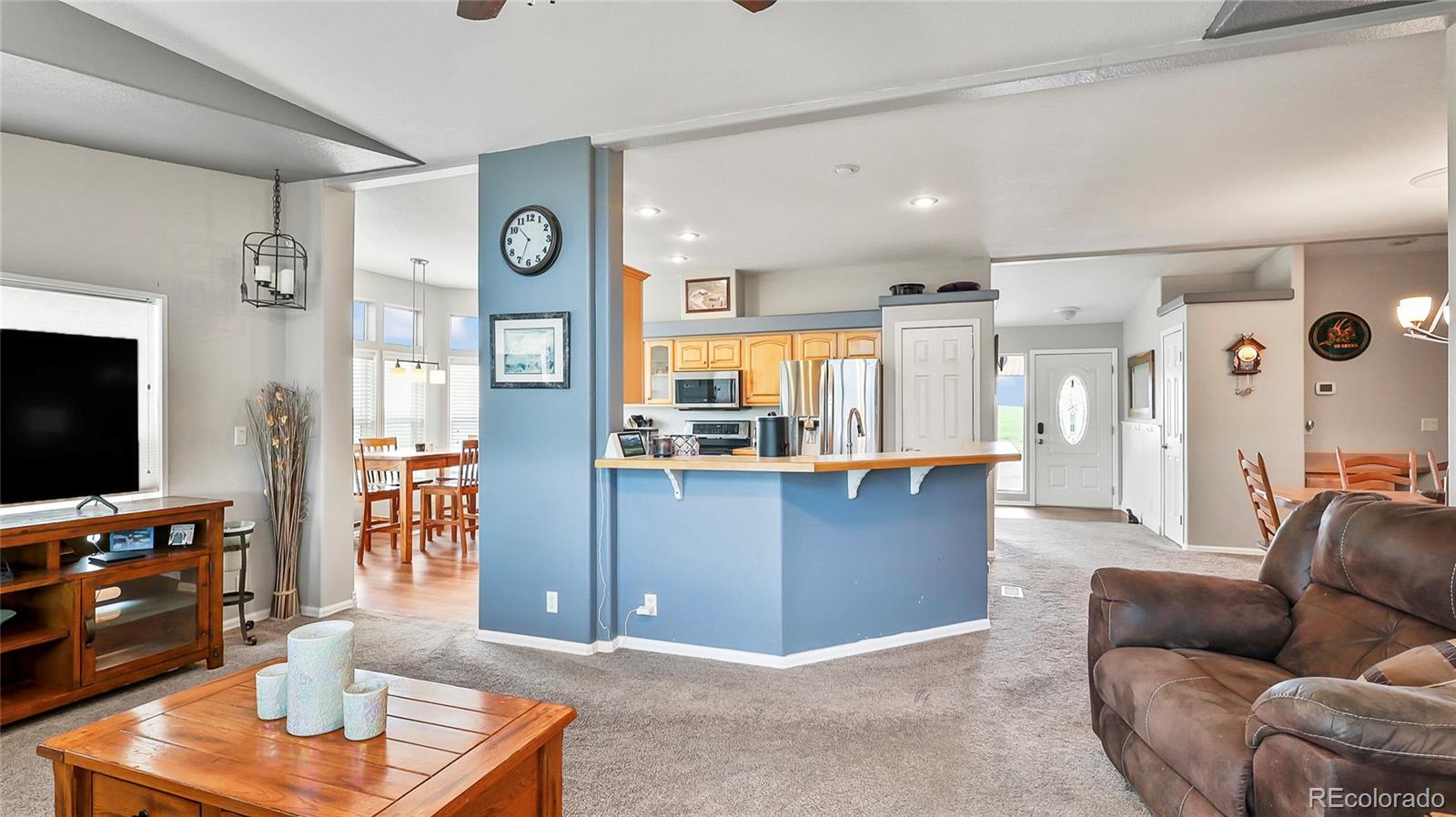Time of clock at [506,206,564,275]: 10:33
